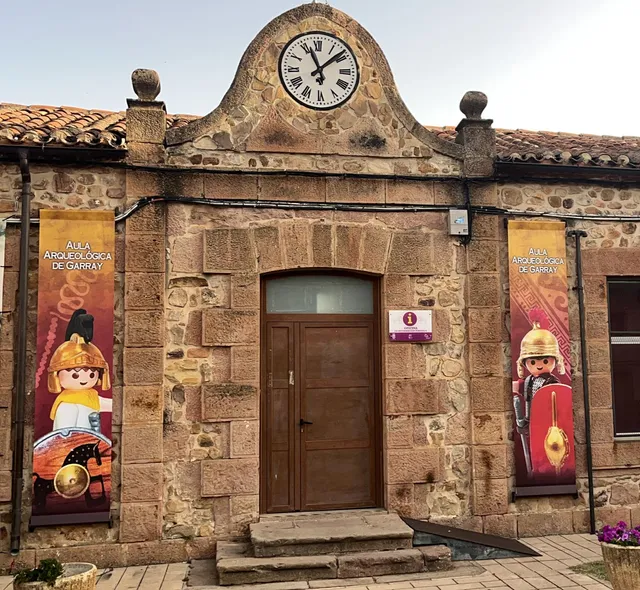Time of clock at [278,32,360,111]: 11:08
